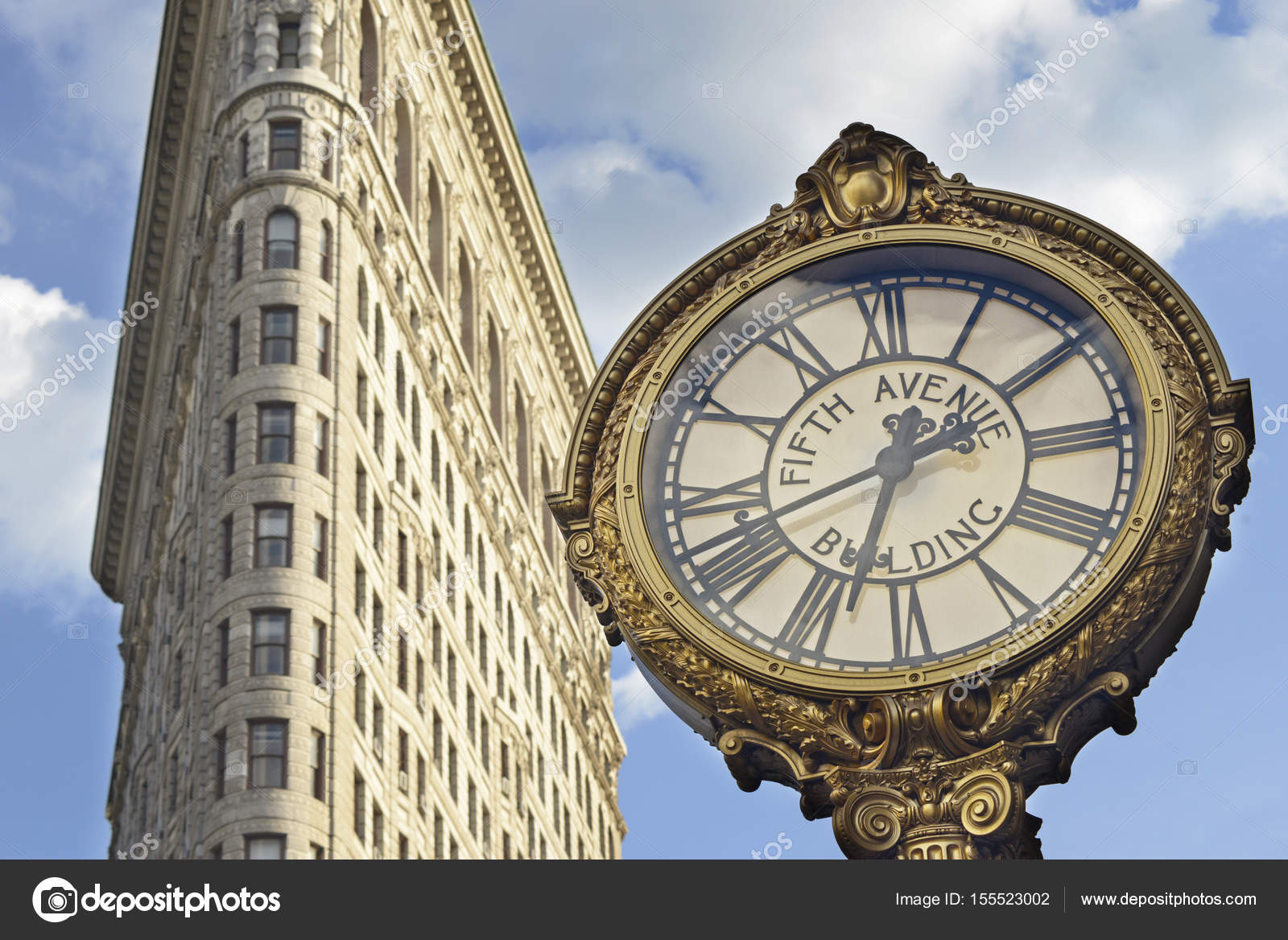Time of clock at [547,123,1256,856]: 12:33
